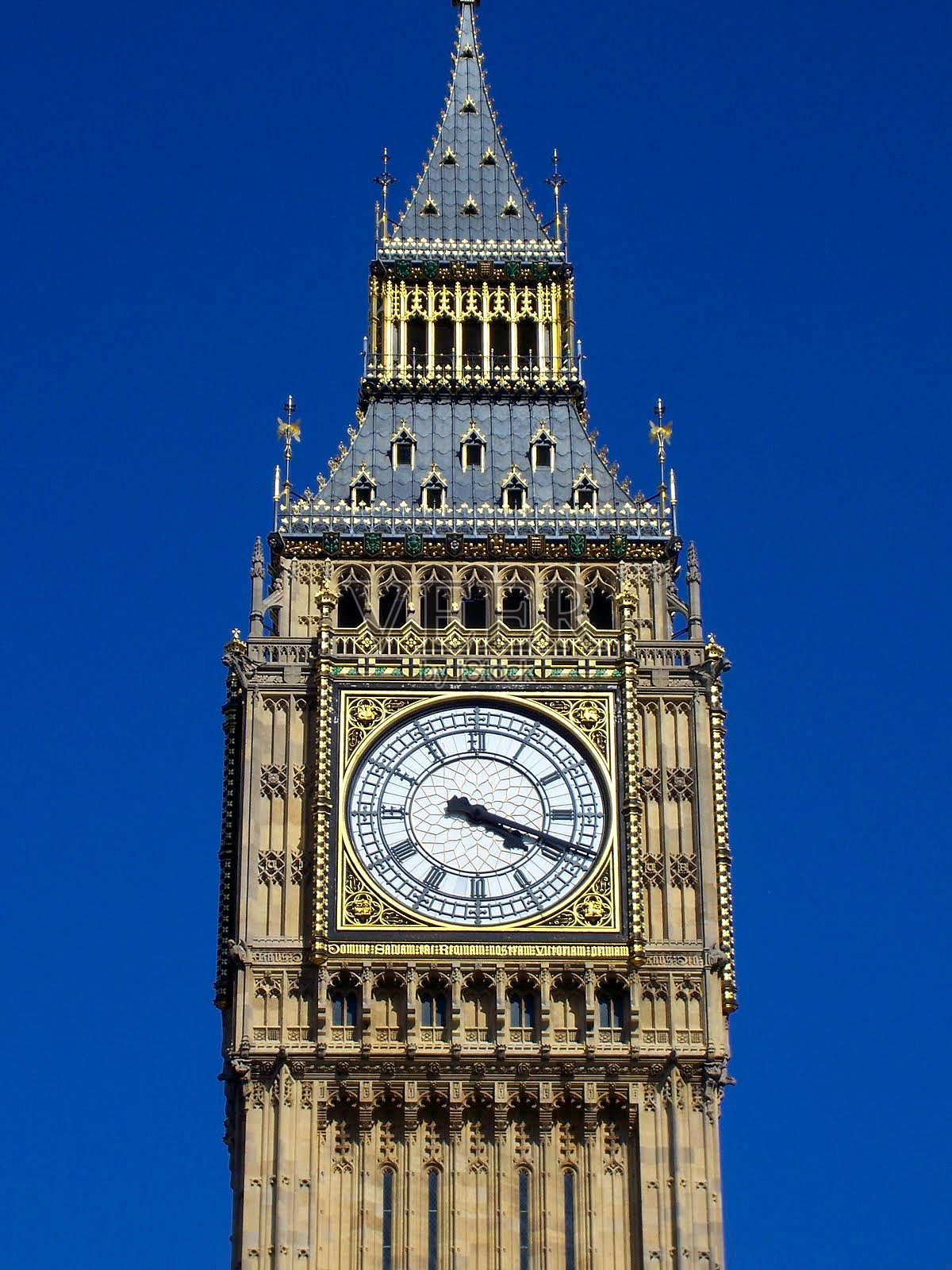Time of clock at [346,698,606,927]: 4:18
